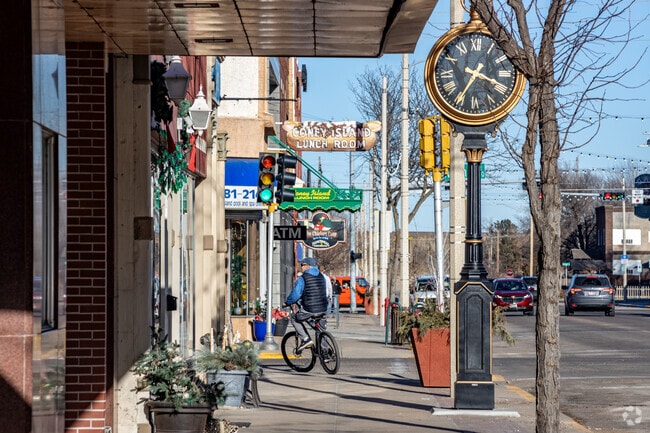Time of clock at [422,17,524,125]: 3:35
